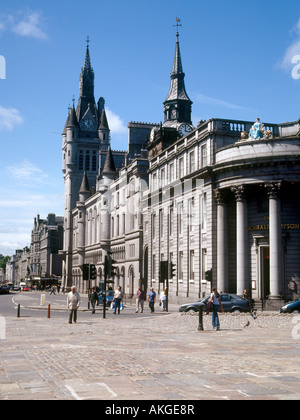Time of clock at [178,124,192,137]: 3:00
